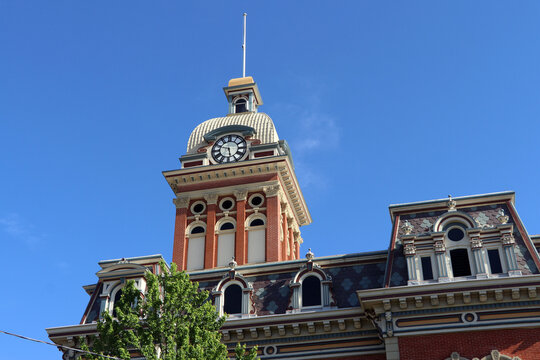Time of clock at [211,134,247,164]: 5:48
